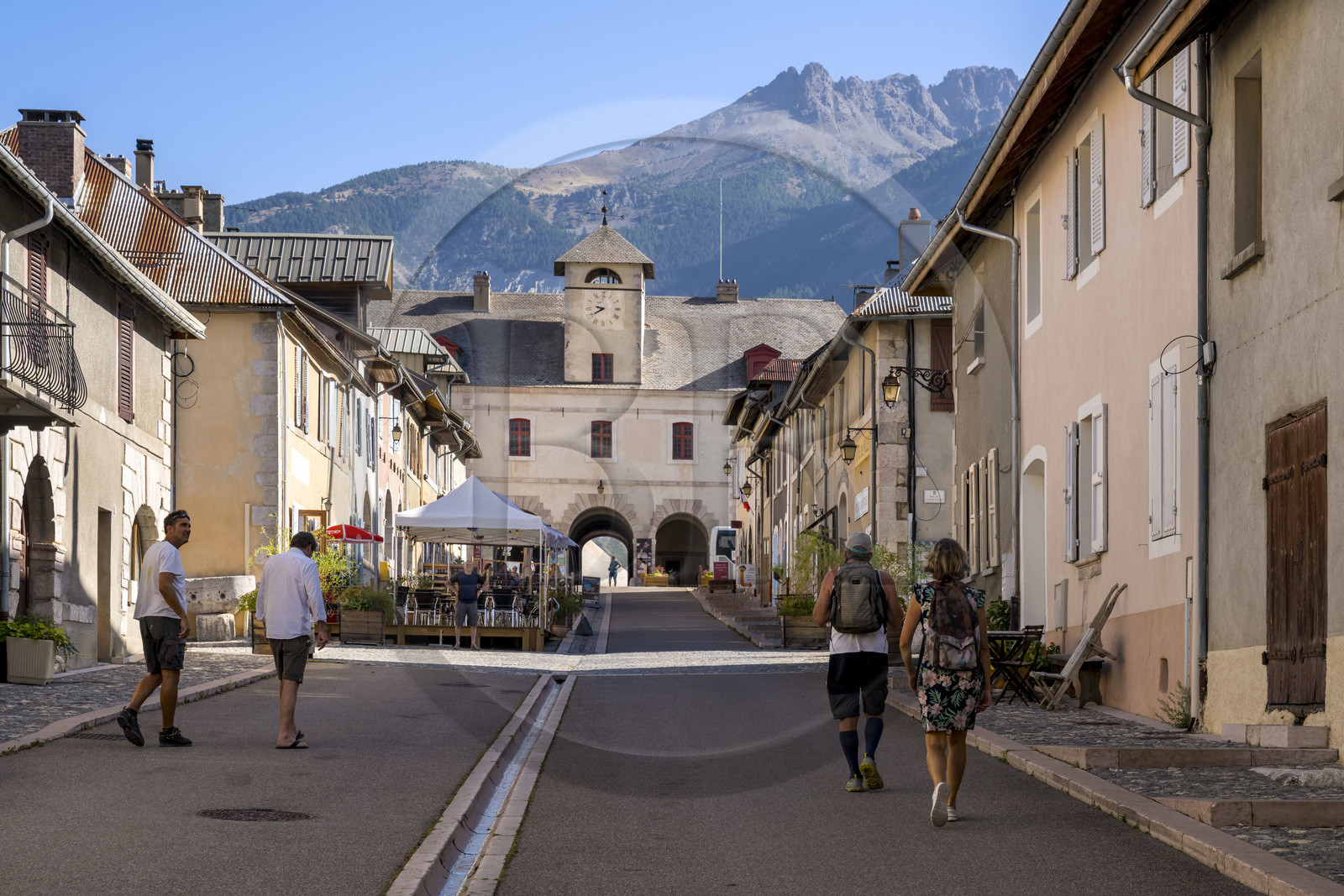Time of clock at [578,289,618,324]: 9:40
